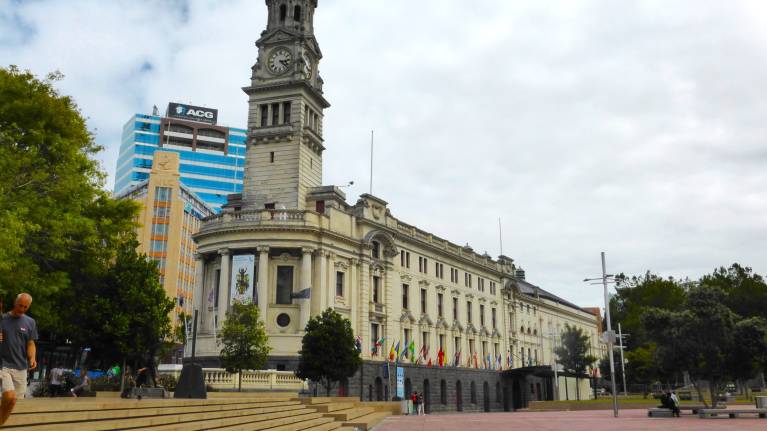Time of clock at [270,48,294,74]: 3:22
